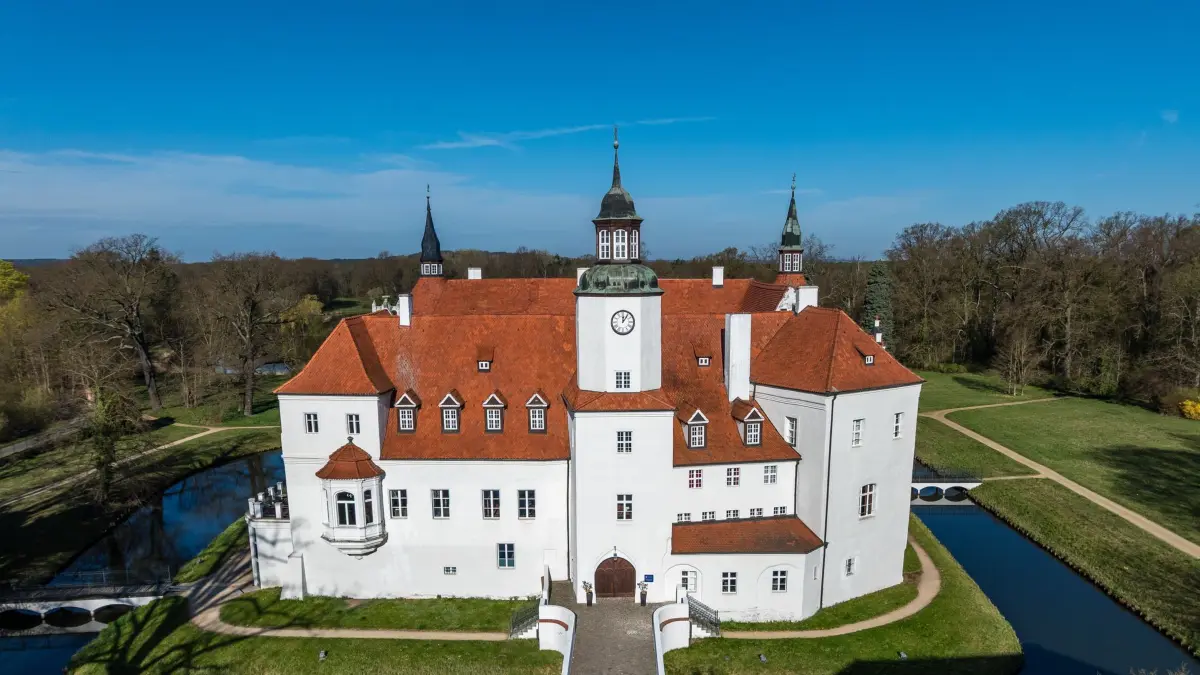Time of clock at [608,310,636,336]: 12:05
